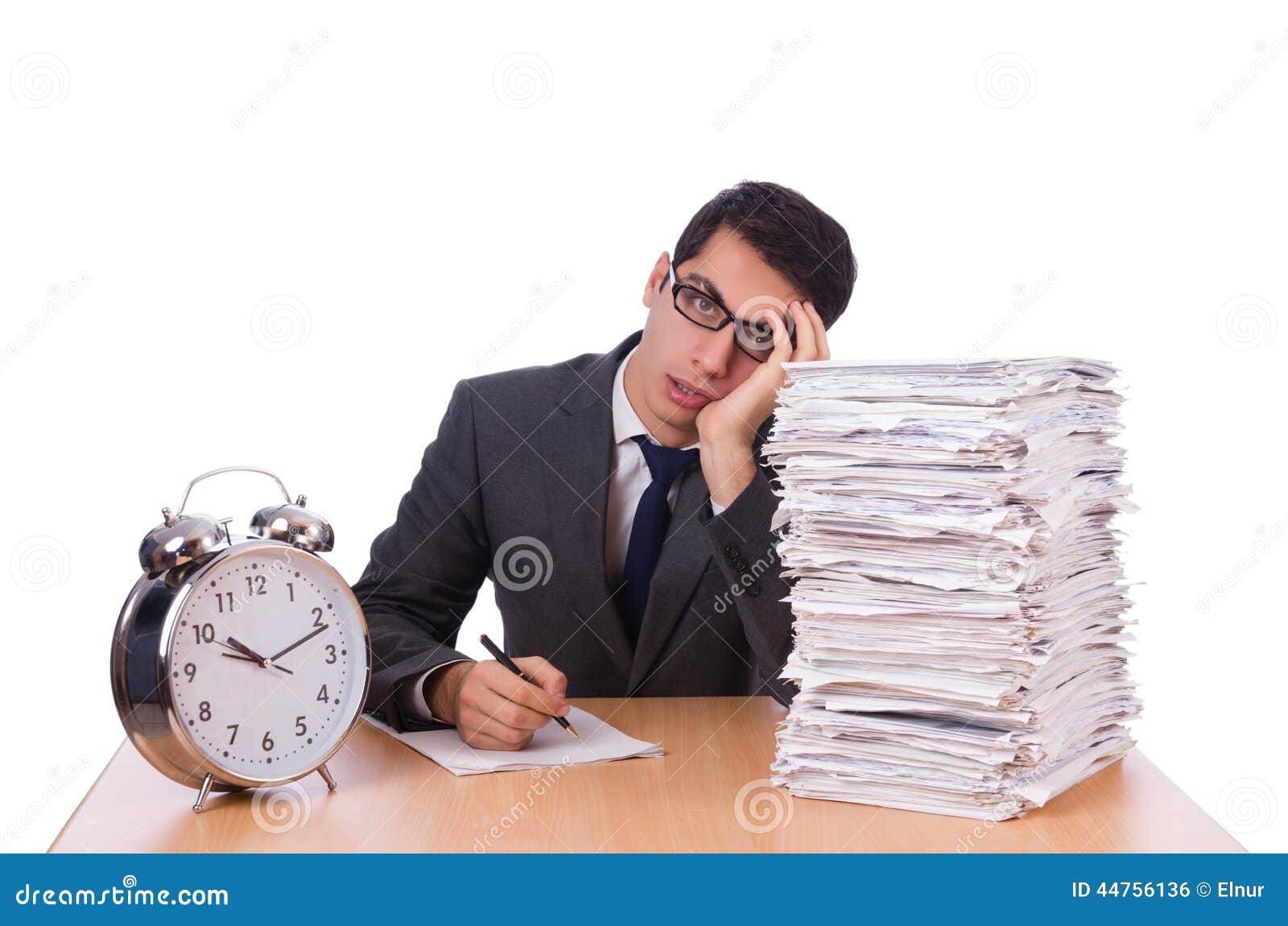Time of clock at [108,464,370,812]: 10:11
